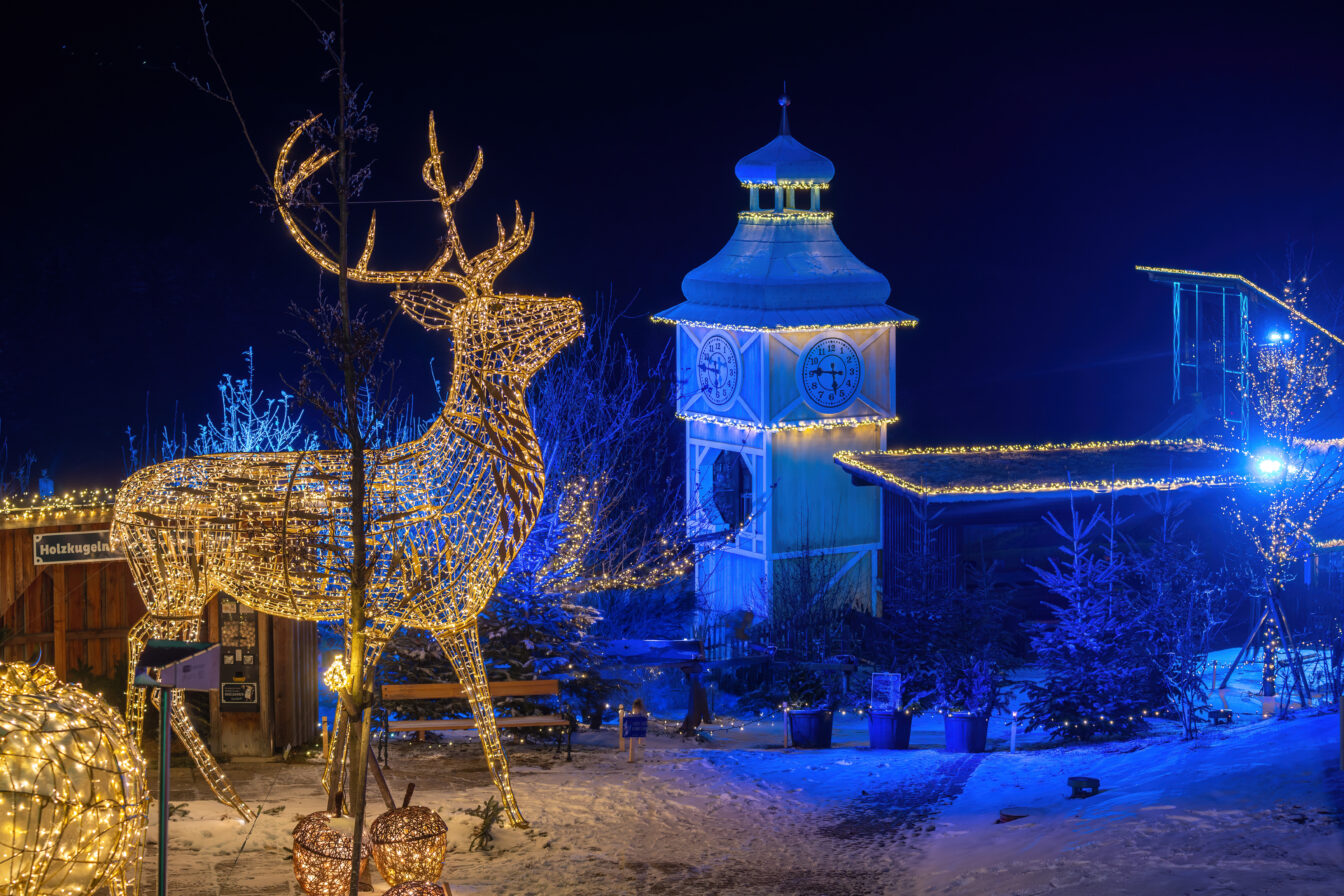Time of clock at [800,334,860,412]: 5:46
